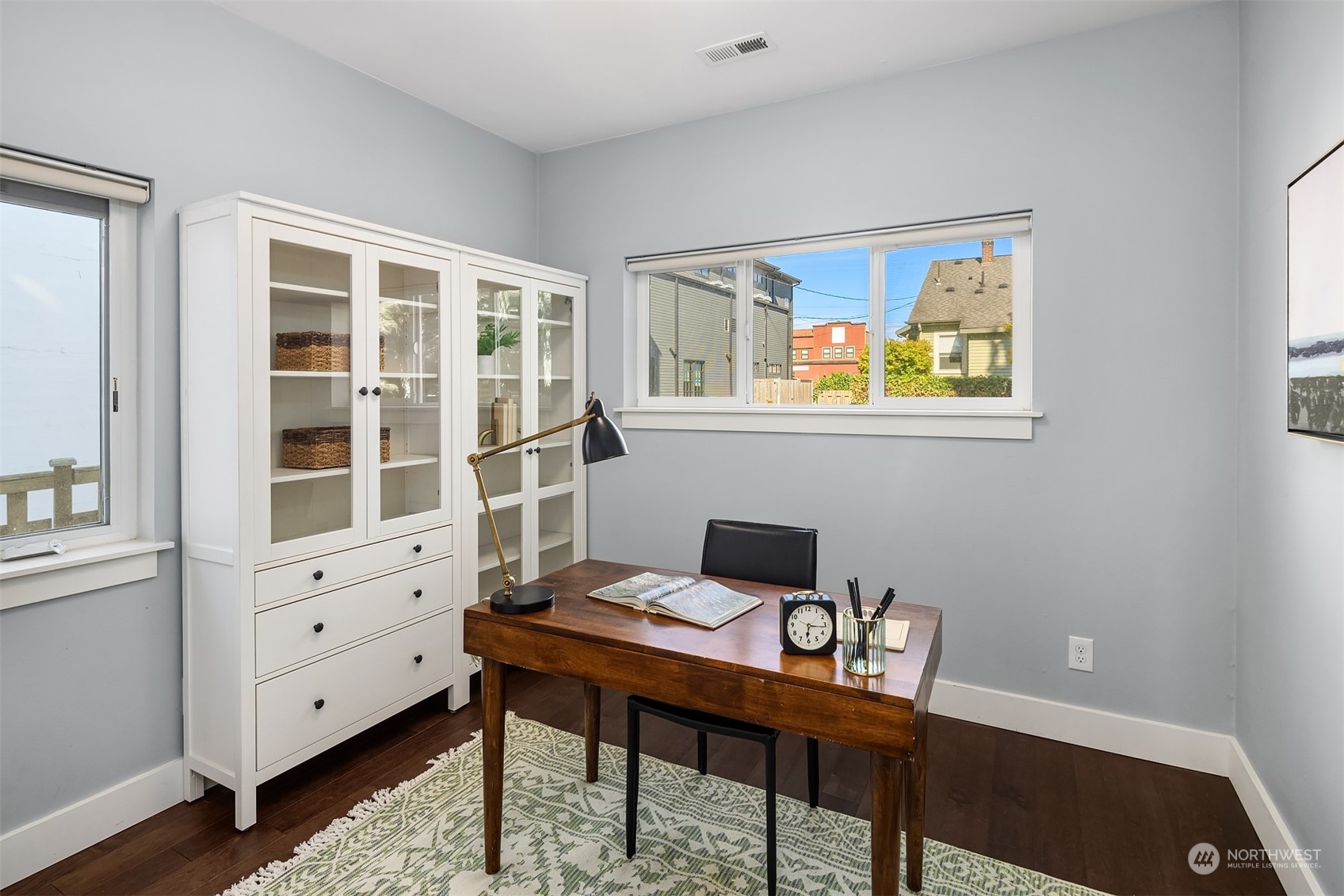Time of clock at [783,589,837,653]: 6:16
